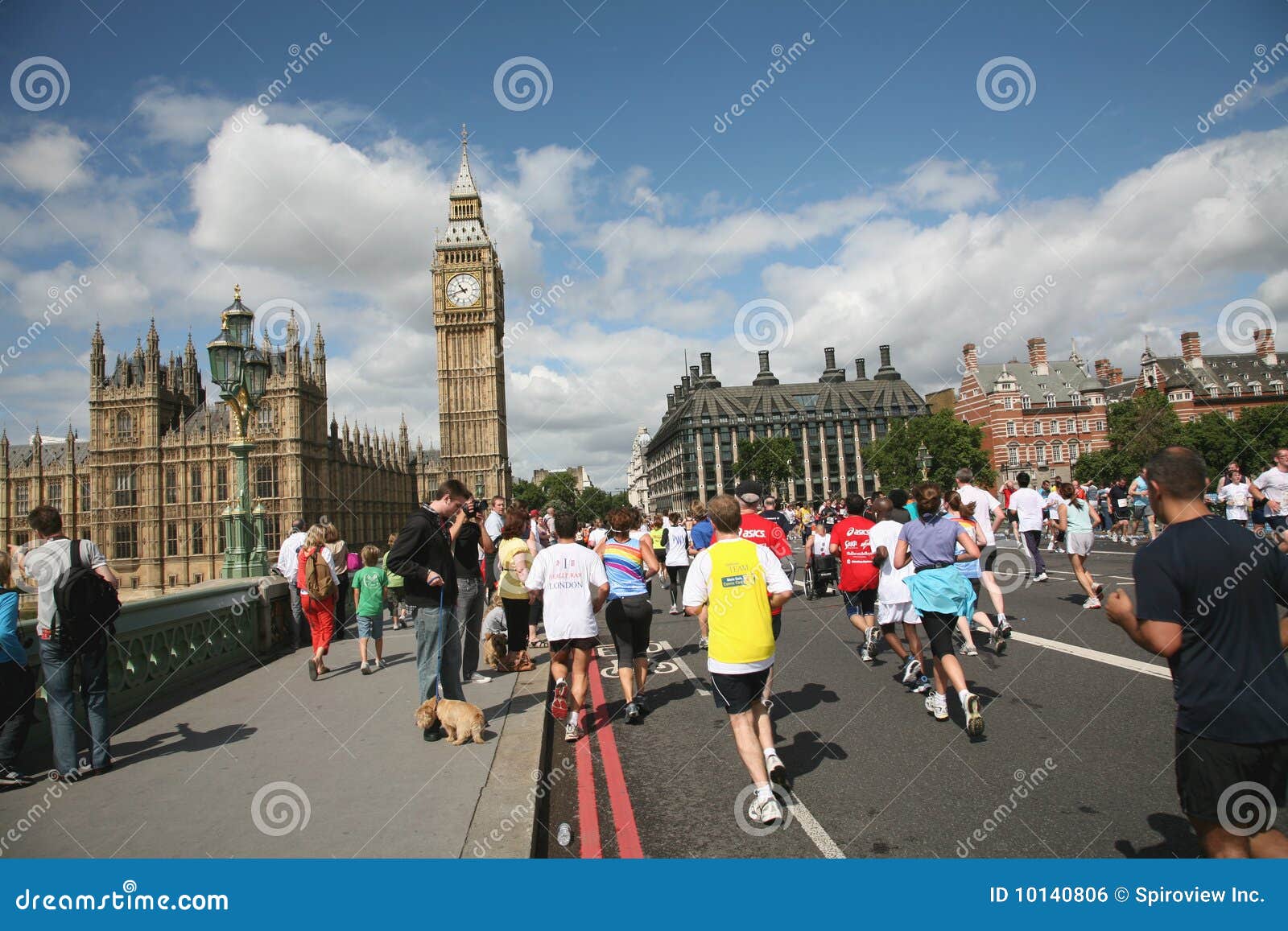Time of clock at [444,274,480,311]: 10:42
